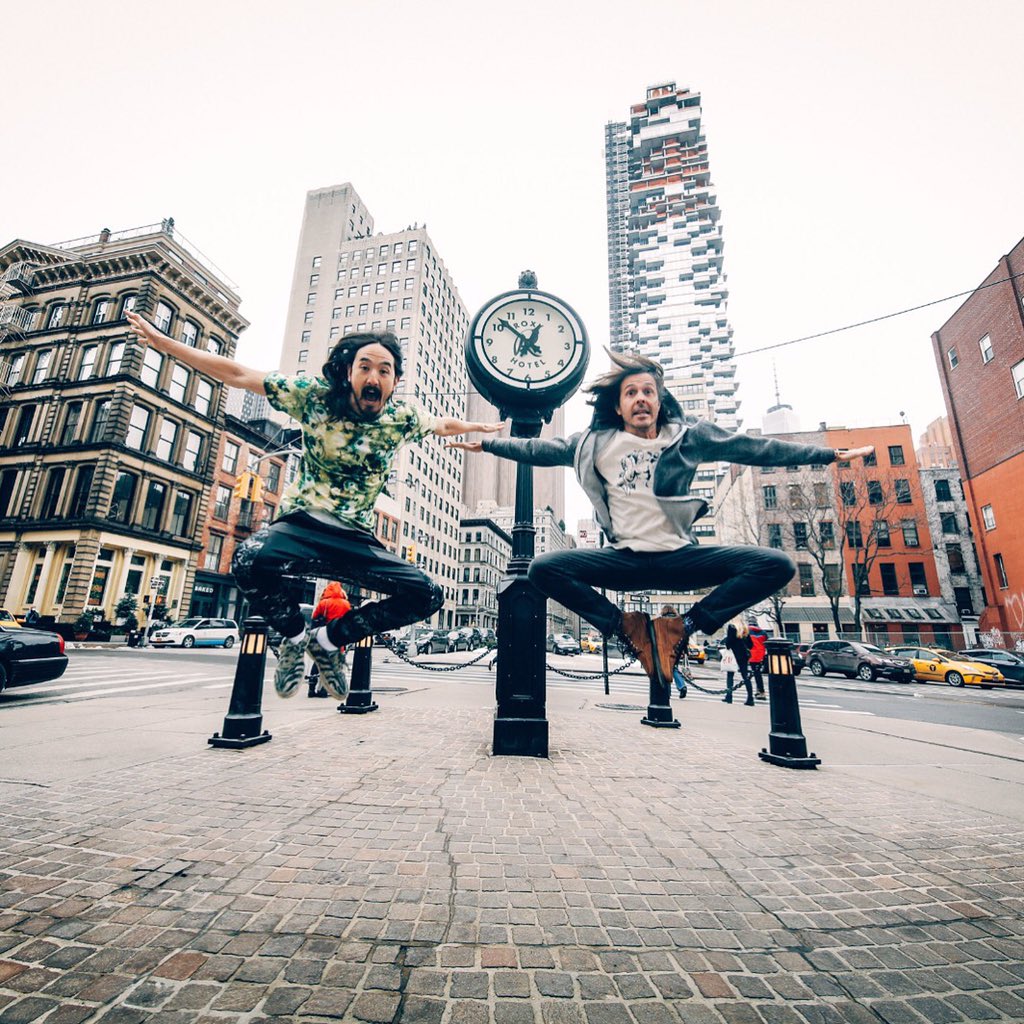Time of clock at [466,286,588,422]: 12:52
